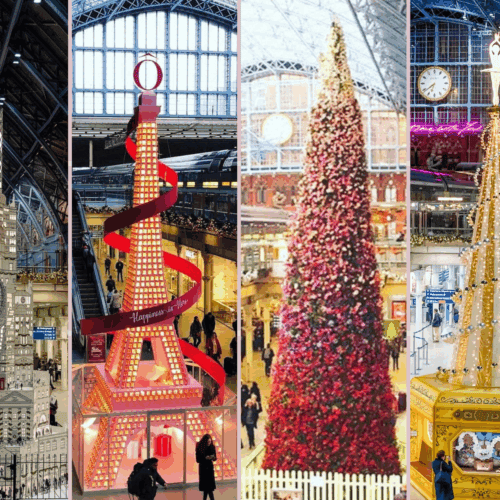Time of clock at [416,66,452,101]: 6:38
